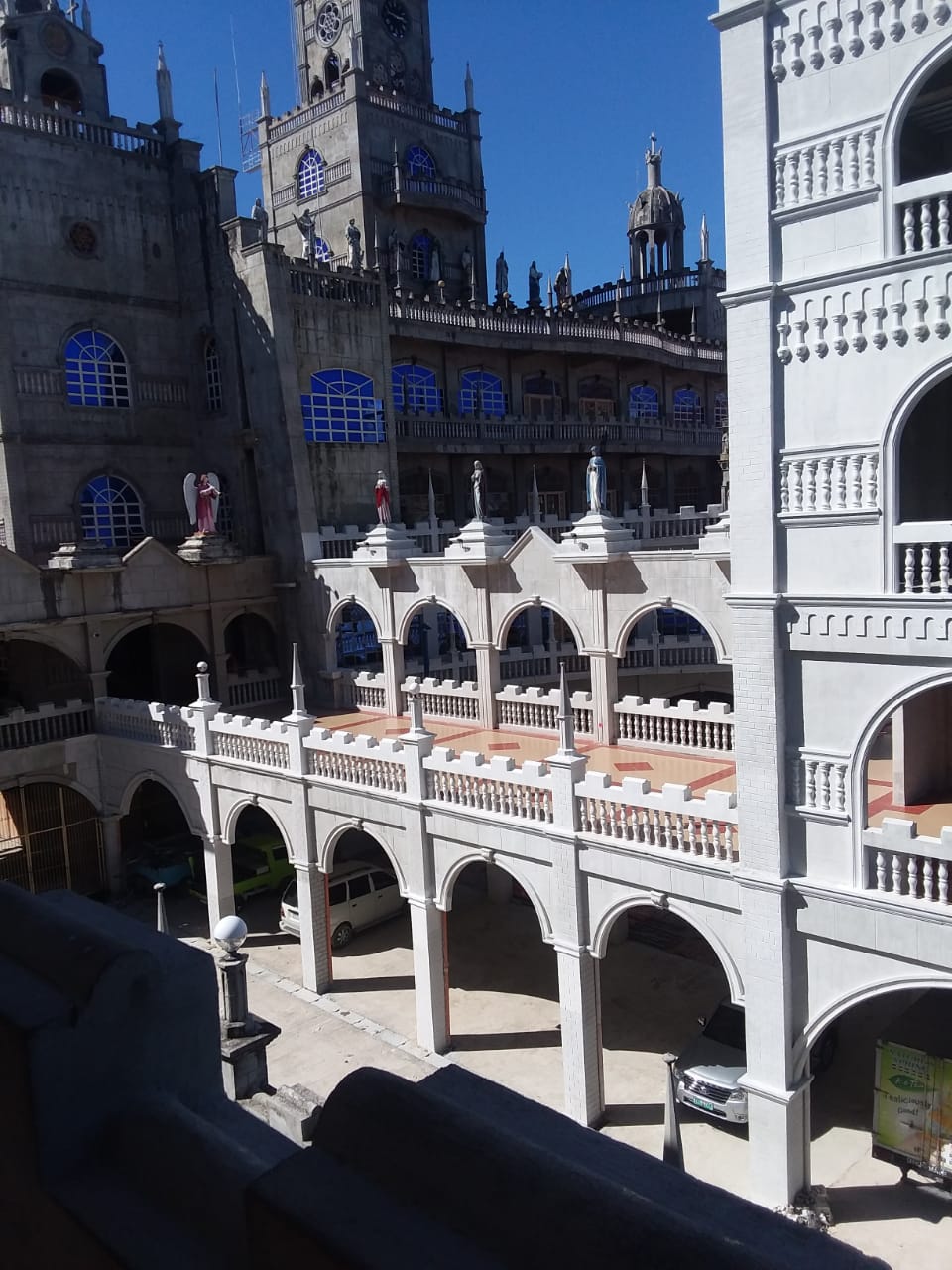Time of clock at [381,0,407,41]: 2:48
